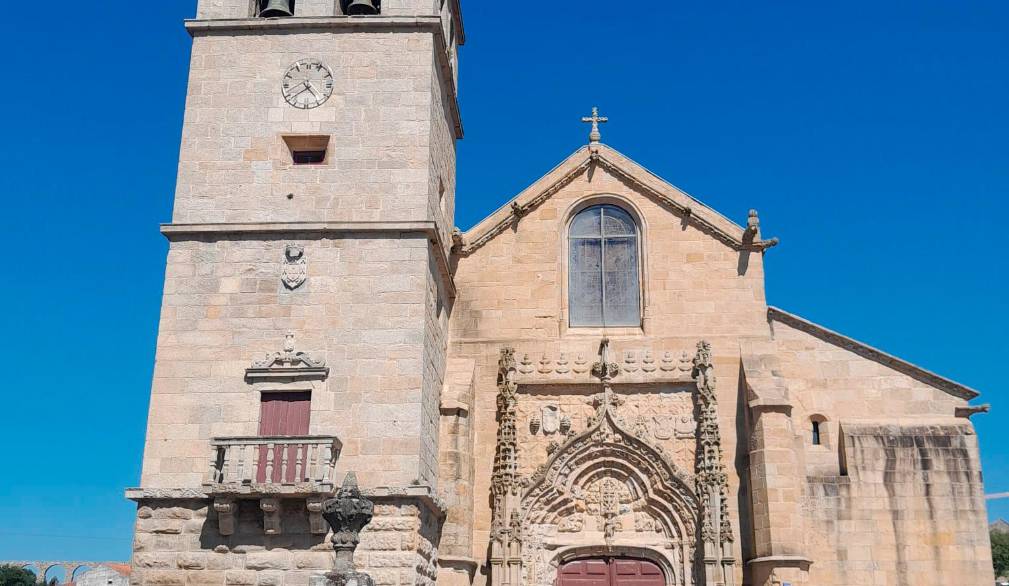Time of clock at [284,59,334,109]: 4:38
